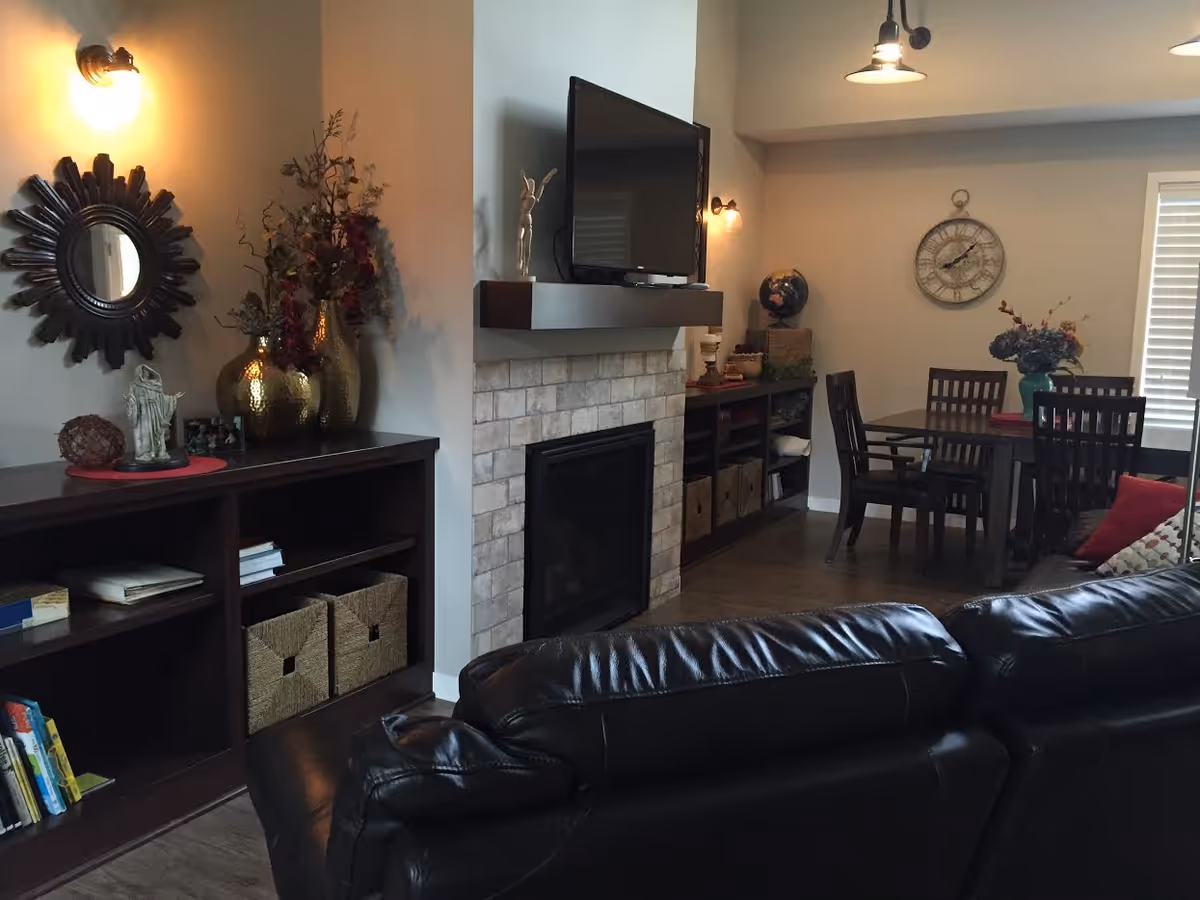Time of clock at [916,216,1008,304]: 8:07
